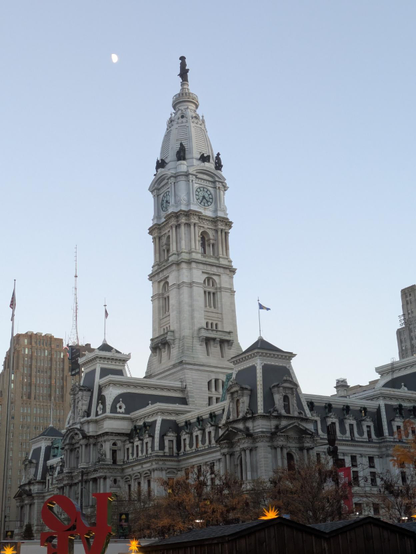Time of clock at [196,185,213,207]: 4:35
